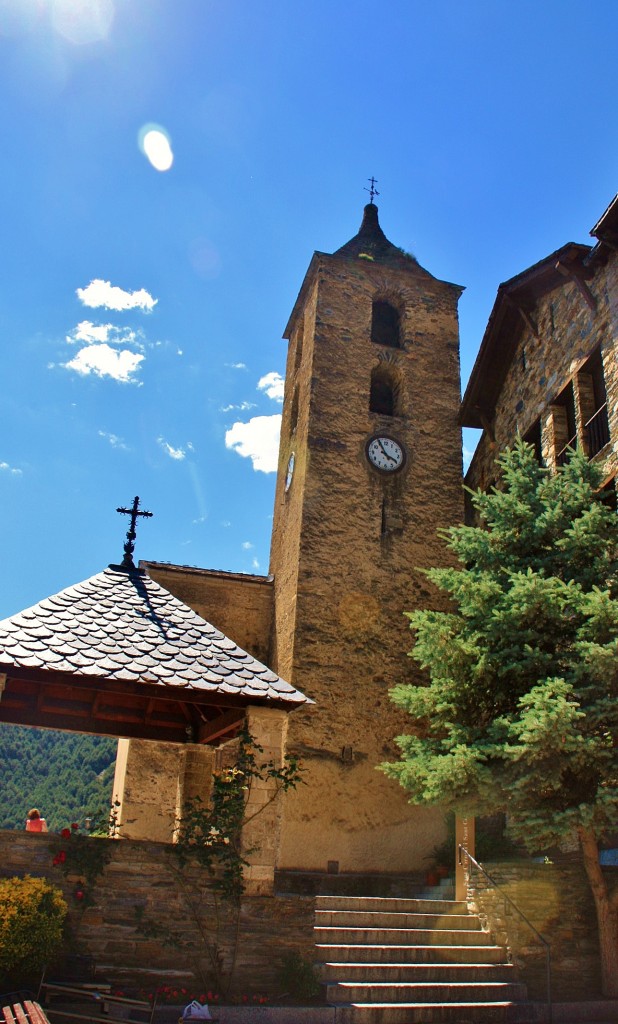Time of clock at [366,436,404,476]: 3:55
